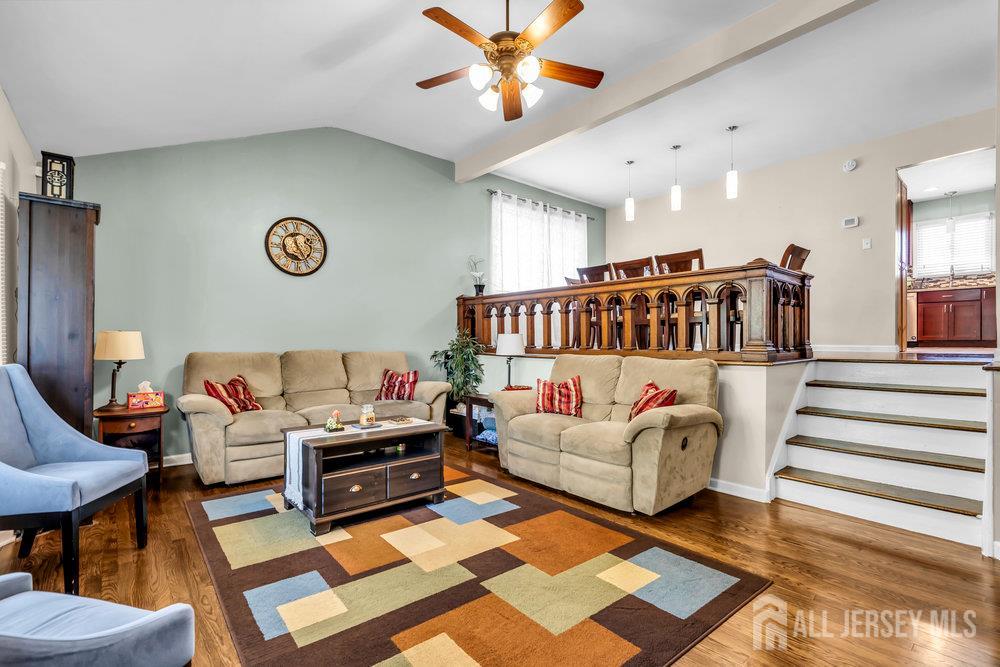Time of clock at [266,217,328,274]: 11:24
